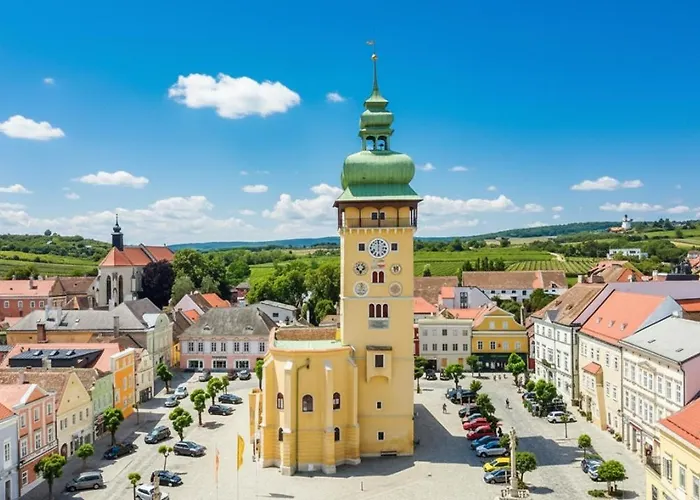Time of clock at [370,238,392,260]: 6:00
